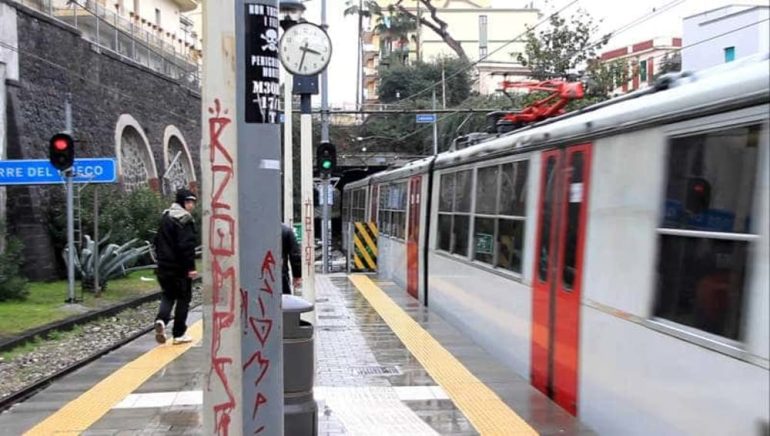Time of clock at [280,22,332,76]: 3:32
